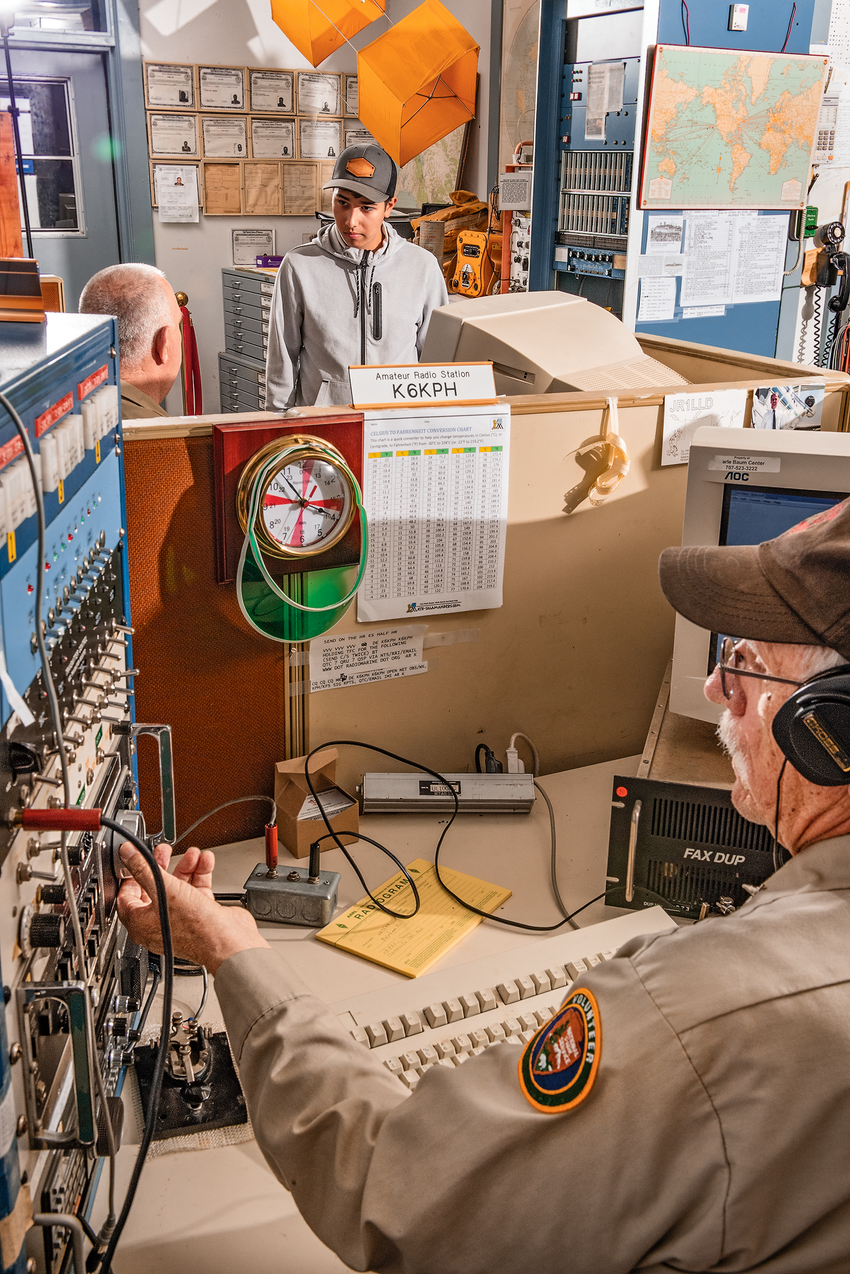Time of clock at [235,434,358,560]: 3:53
